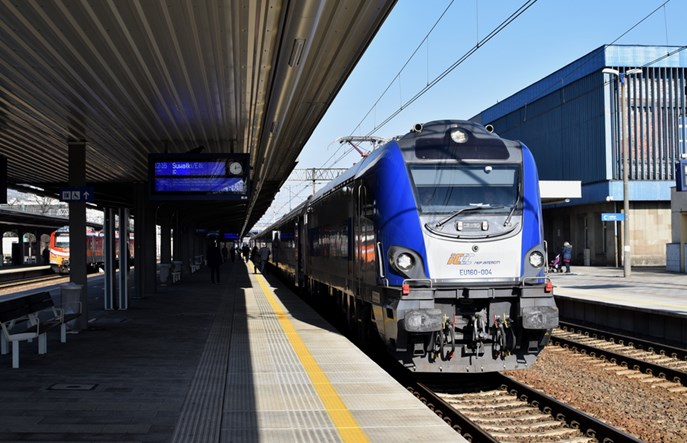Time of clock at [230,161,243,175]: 12:12
